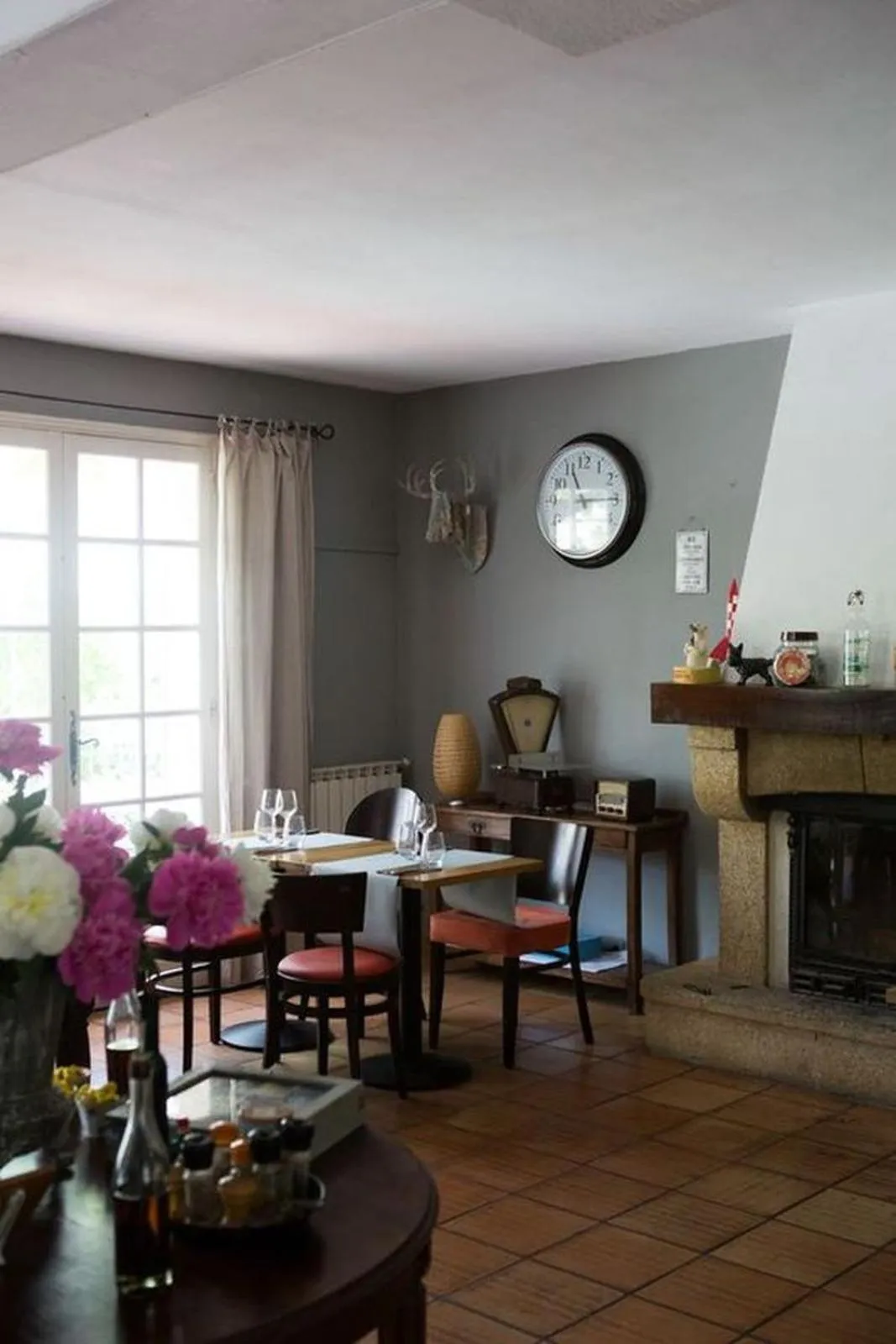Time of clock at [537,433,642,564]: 11:14
